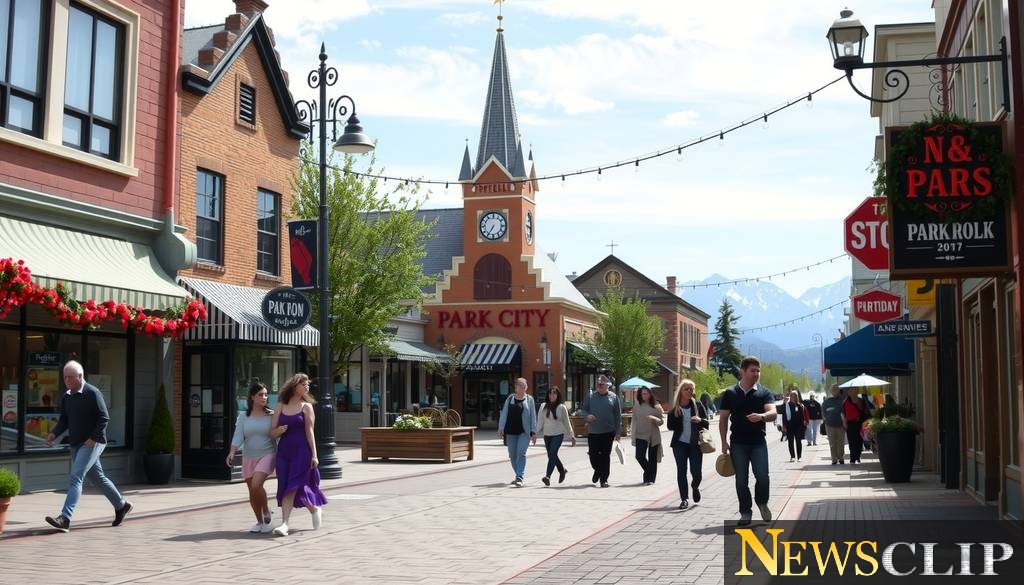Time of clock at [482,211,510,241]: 6:35
